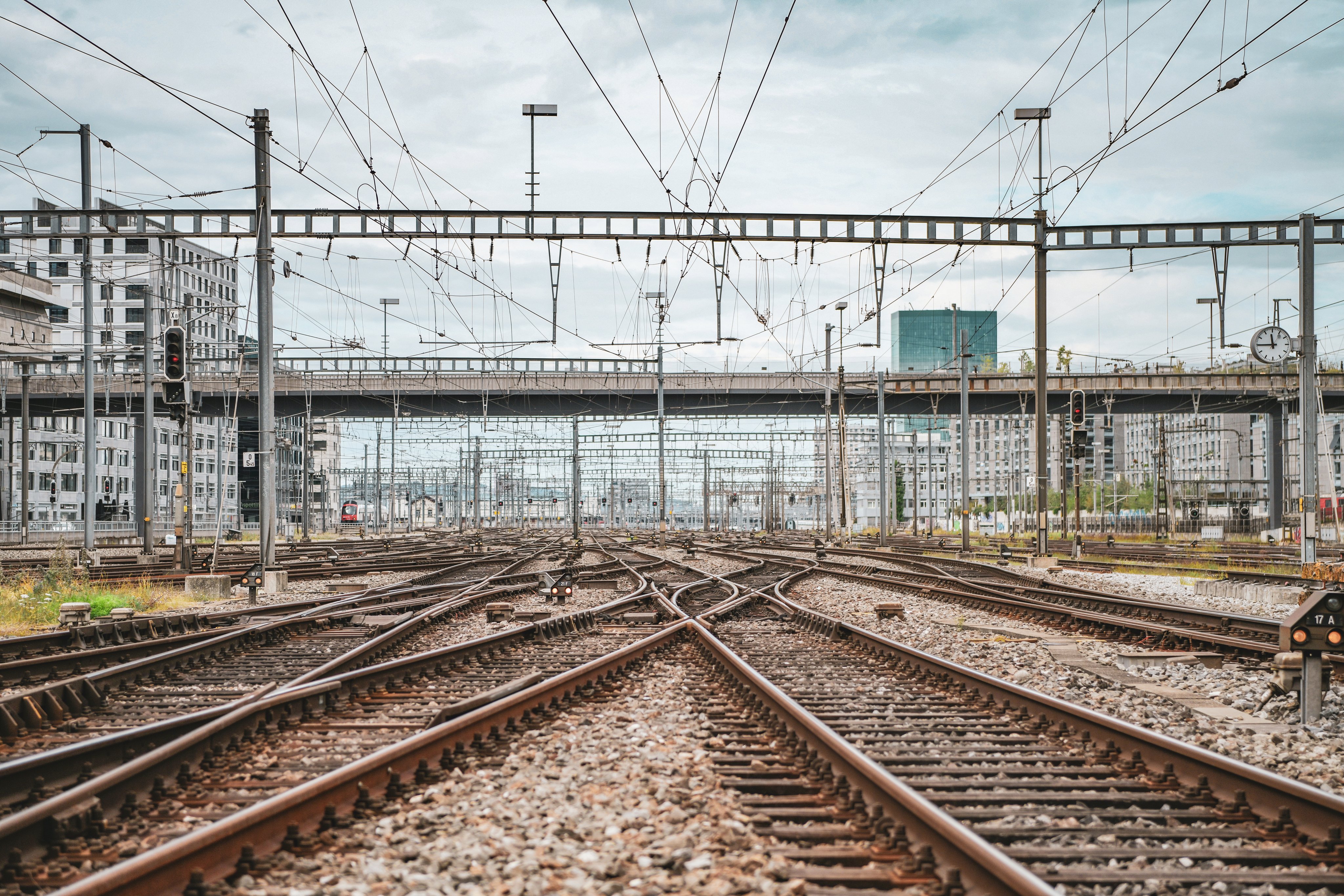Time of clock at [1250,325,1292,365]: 11:44
